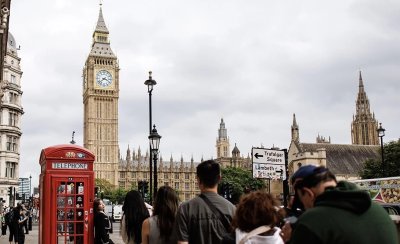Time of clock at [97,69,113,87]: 3:38
